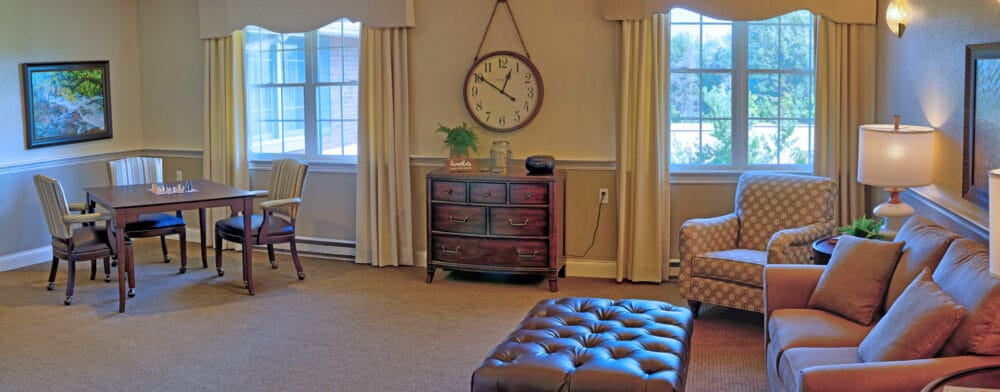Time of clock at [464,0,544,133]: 12:50
